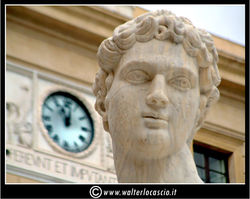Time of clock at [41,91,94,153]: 11:02
